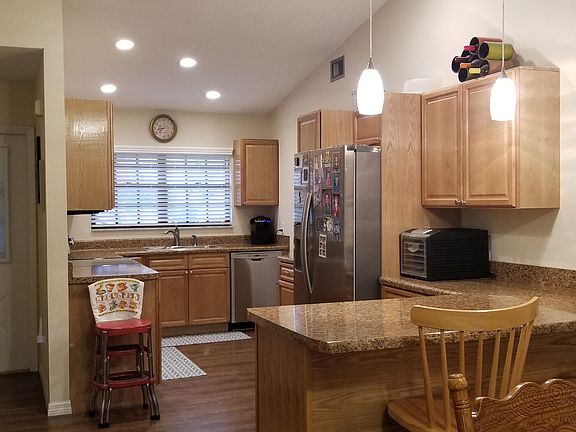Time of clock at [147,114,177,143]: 7:43
